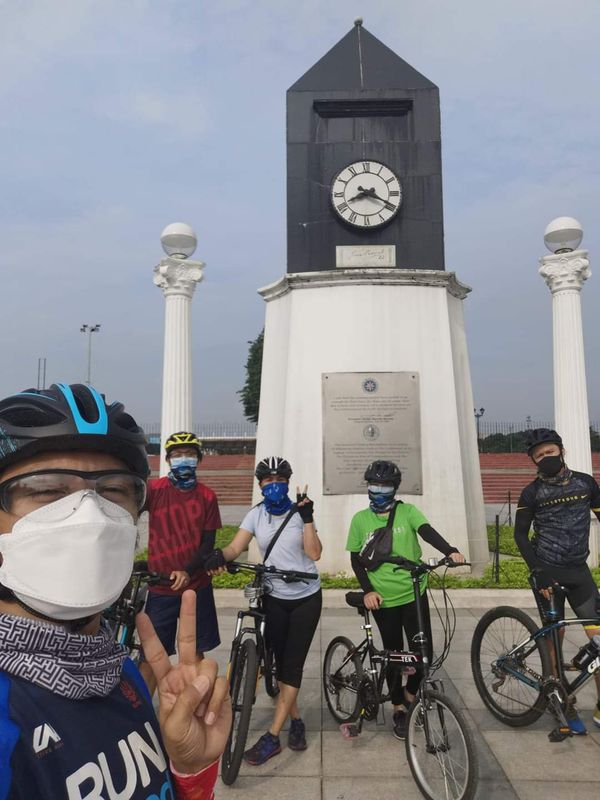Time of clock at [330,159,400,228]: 8:19
